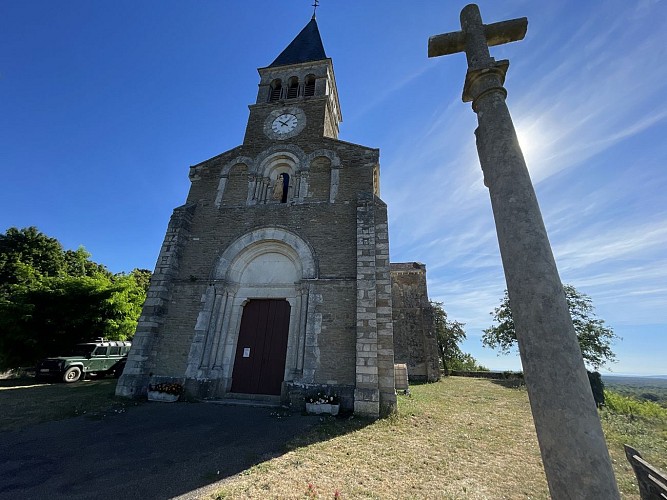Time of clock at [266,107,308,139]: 10:07
